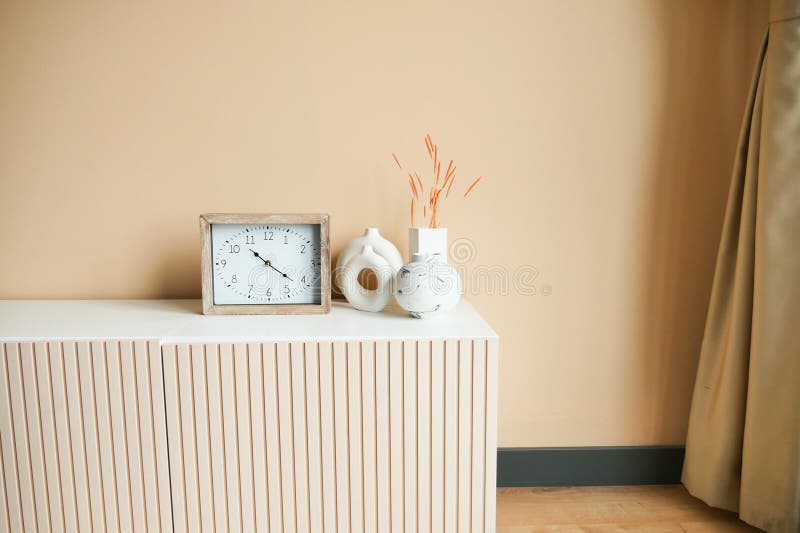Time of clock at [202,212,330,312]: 10:21
